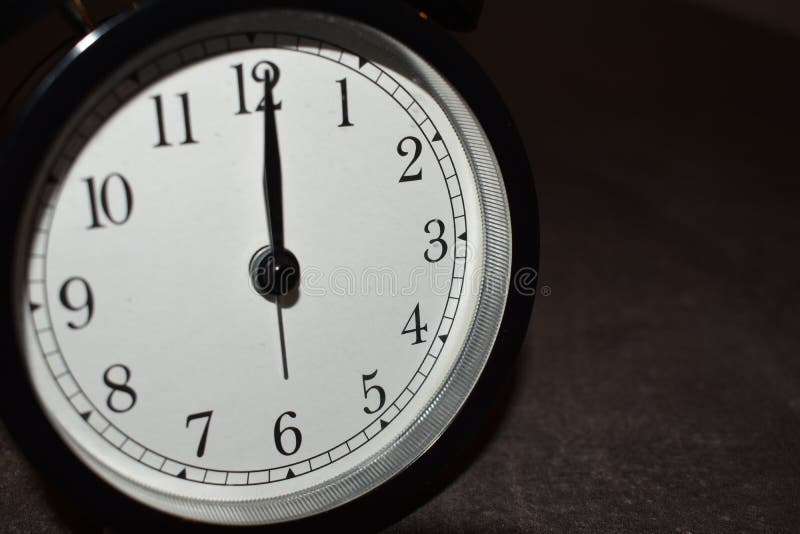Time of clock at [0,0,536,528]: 12:00
